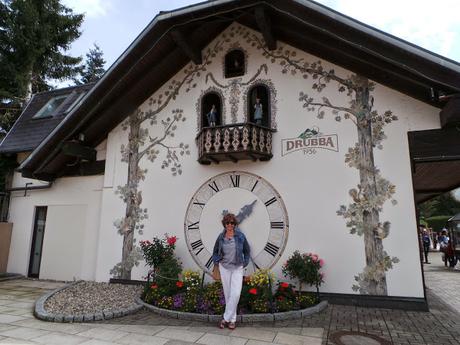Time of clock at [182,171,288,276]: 1:34
